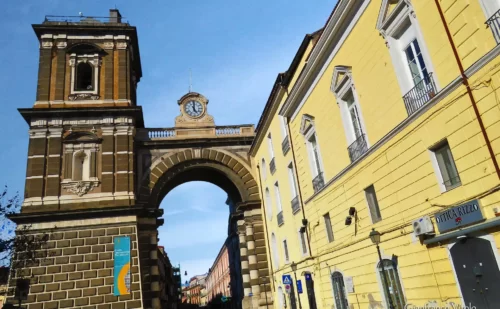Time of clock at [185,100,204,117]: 5:00
